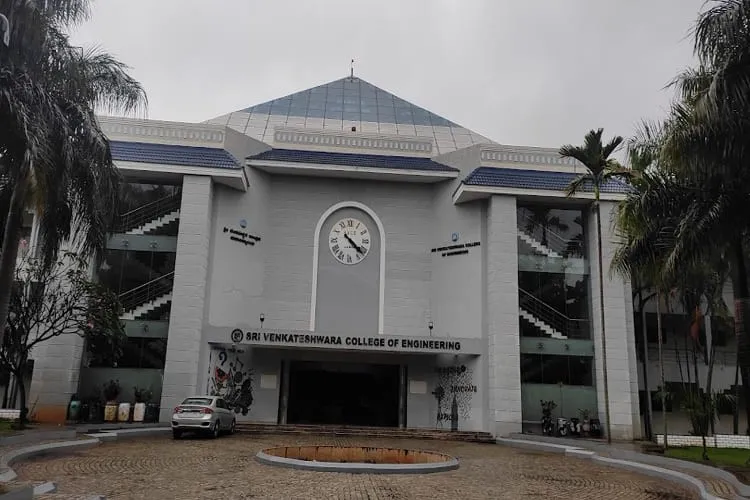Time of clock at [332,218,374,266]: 4:21
